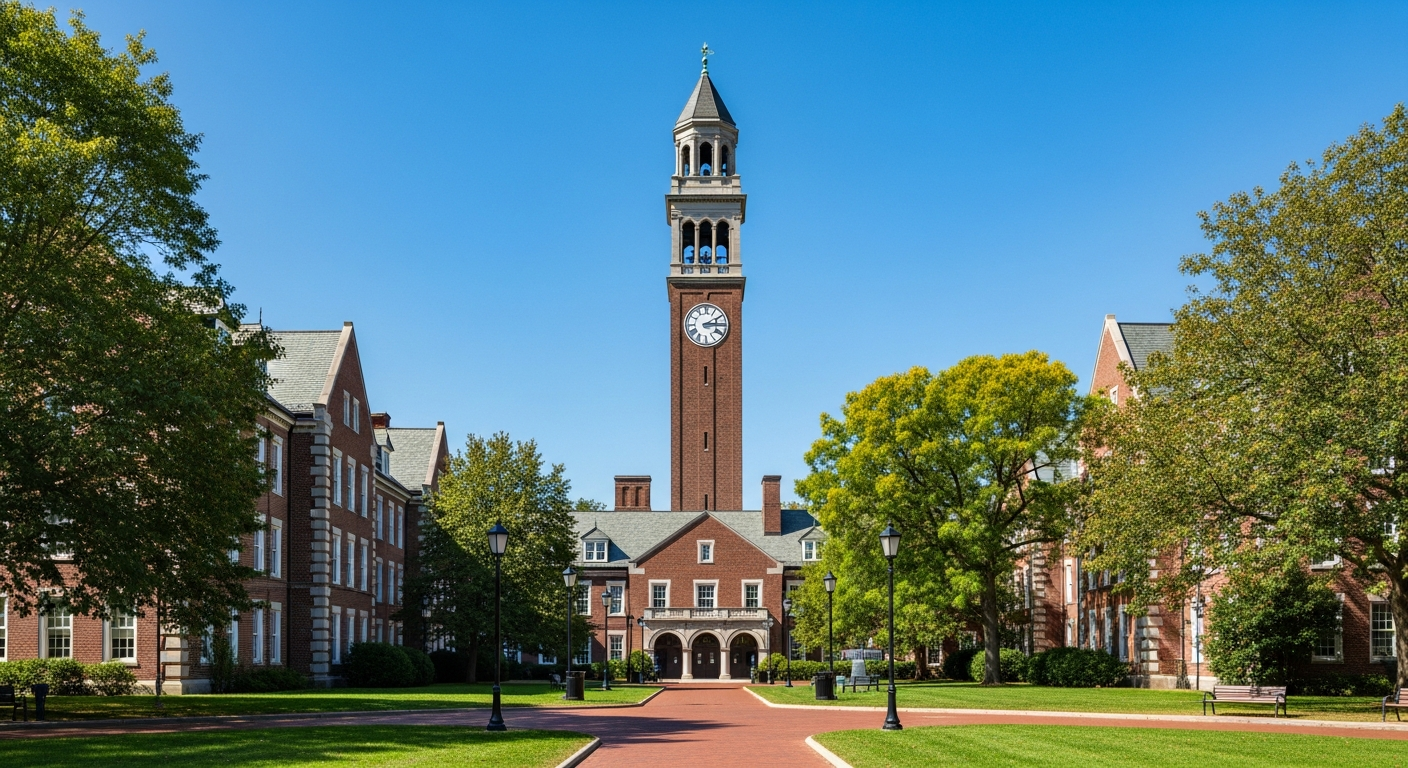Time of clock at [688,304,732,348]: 2:14
